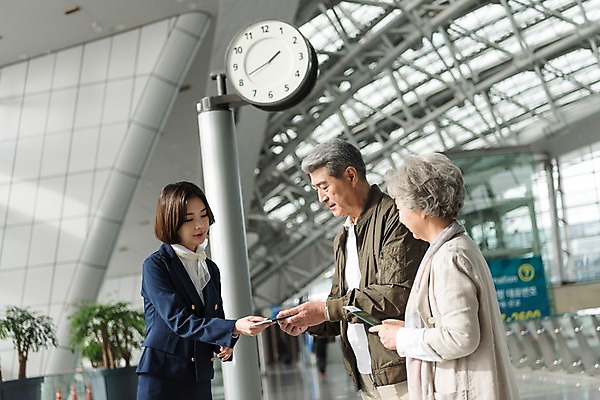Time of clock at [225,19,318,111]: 1:41
